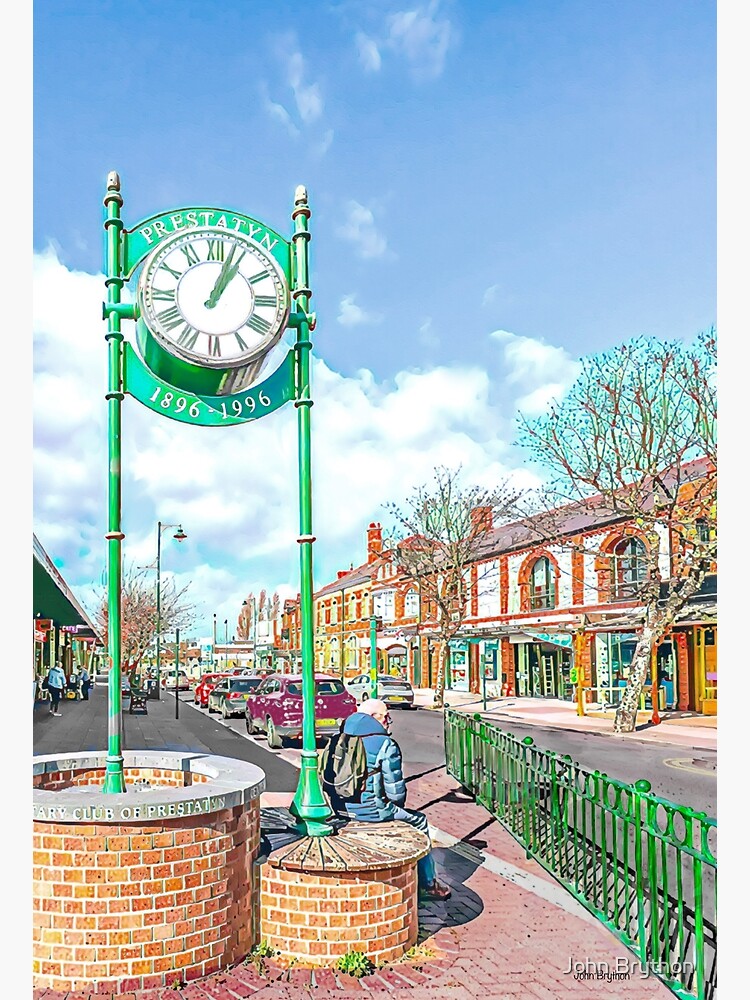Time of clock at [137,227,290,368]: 1:03
